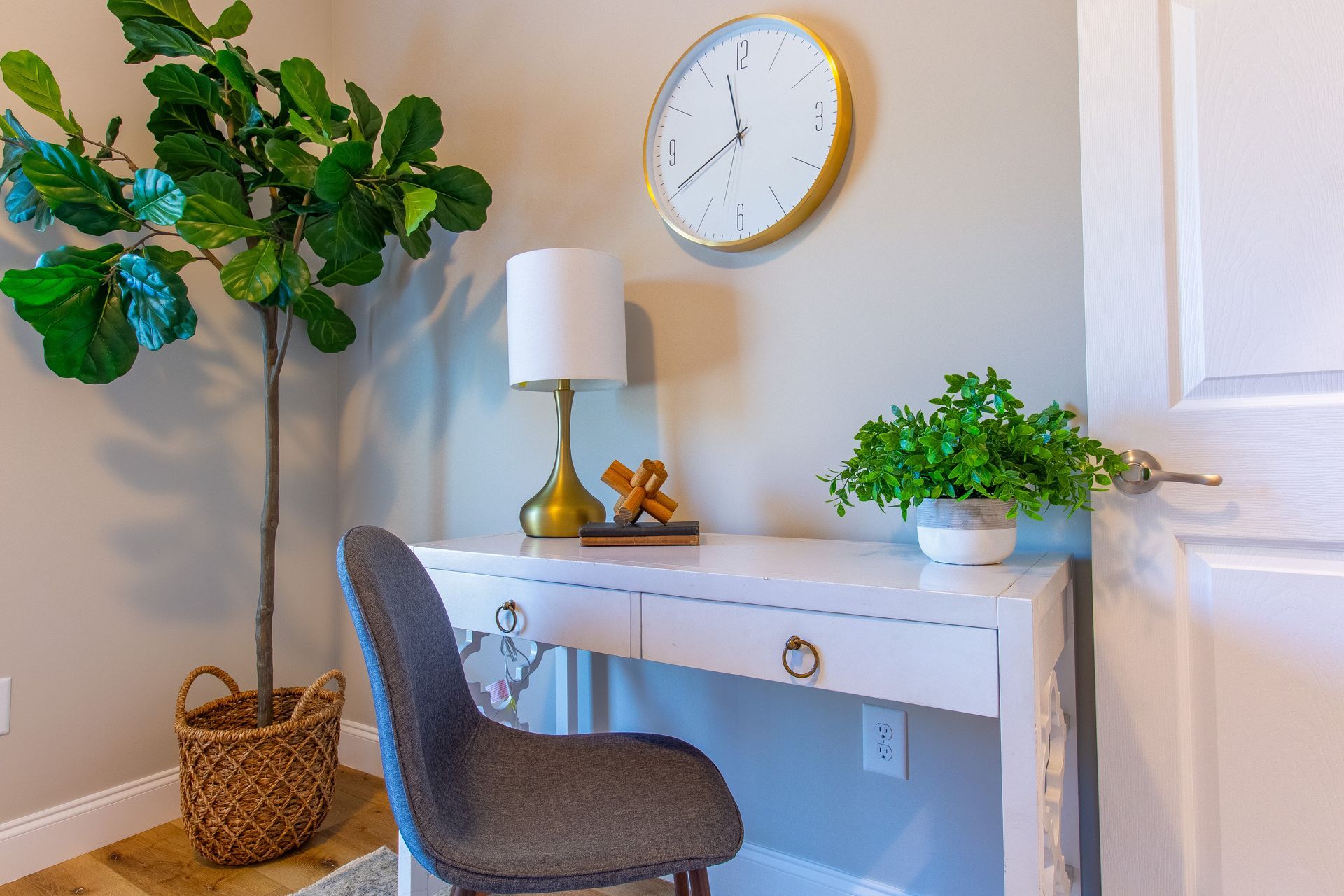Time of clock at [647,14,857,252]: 11:40
